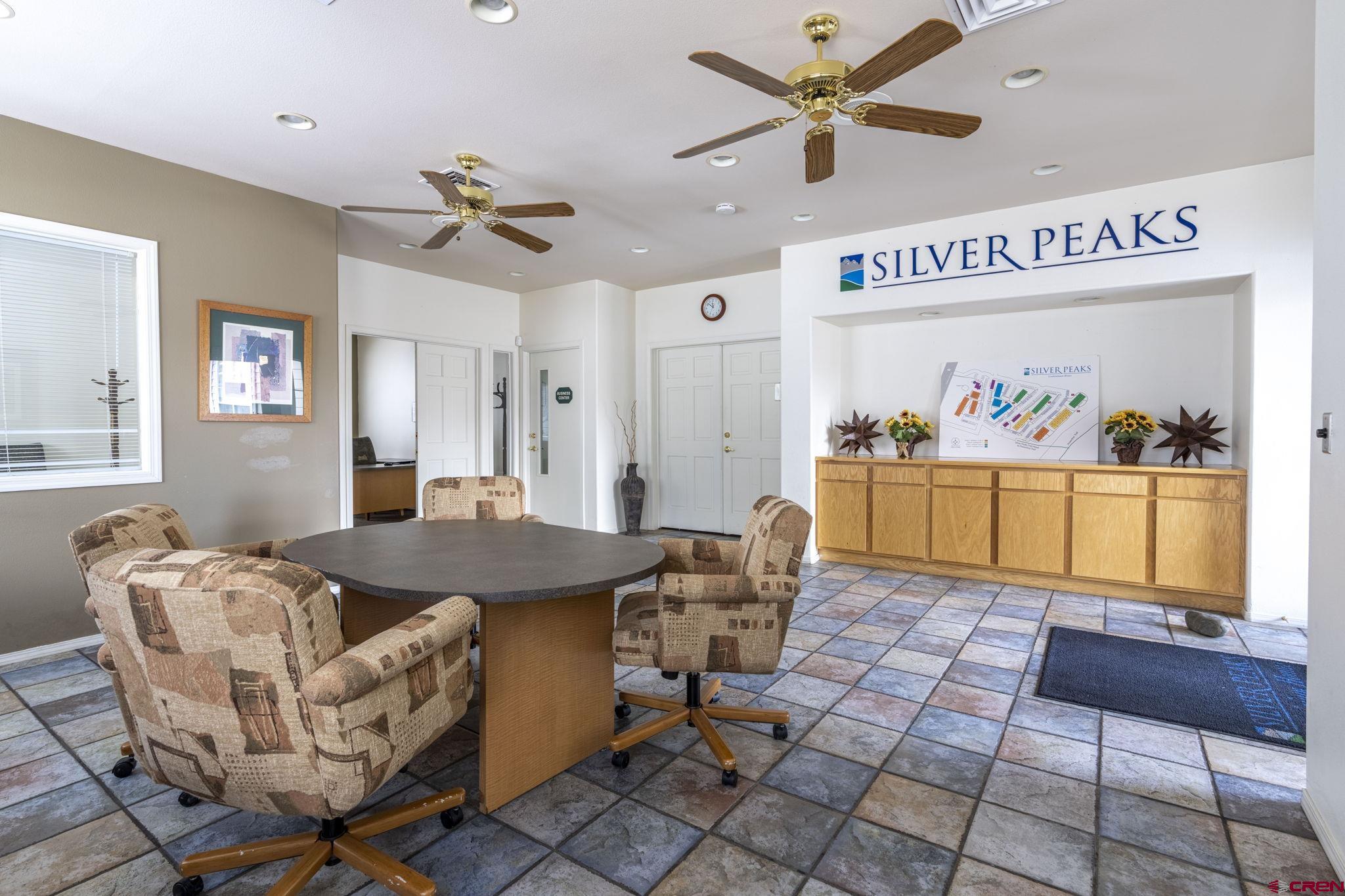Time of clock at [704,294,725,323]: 11:51
